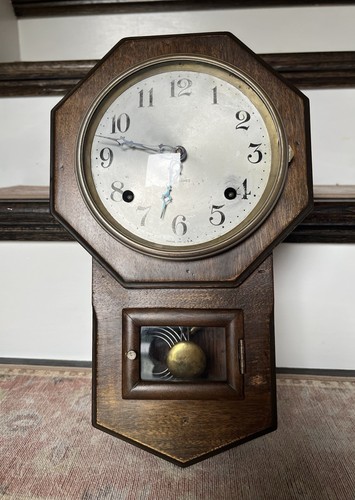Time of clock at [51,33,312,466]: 6:46
